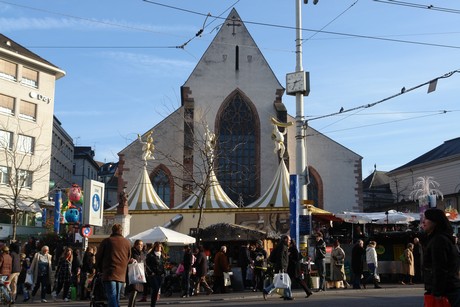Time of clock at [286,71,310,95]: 2:34
